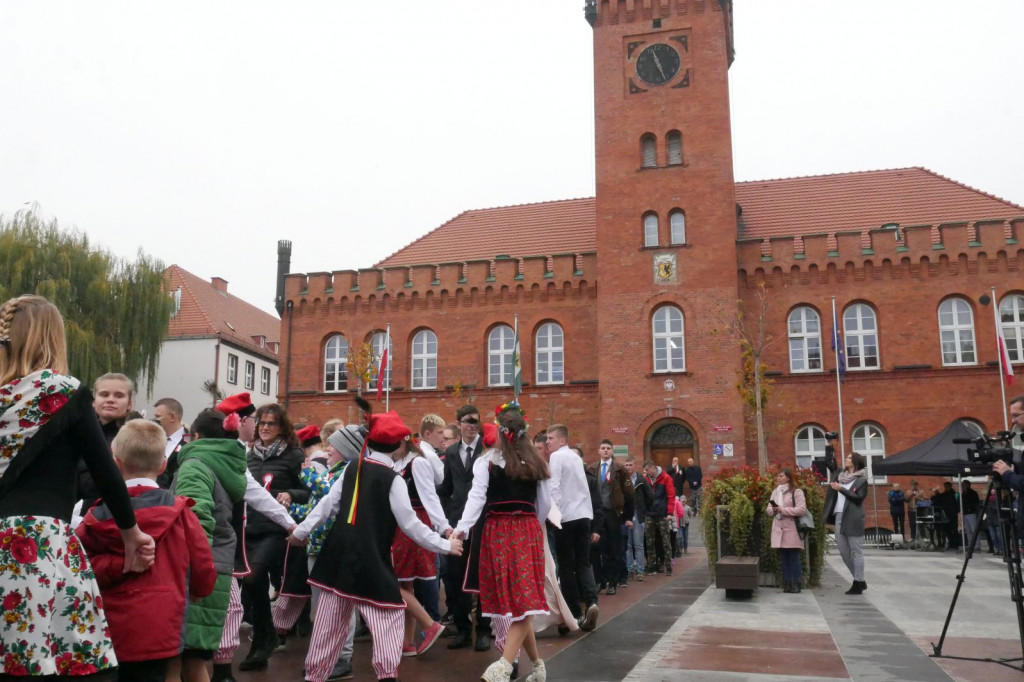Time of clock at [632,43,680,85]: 11:26
